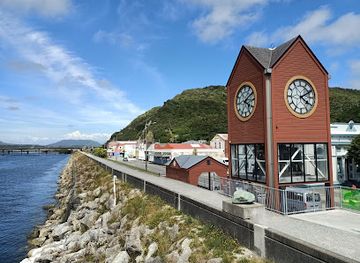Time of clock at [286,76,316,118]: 4:10
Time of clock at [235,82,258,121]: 4:09
